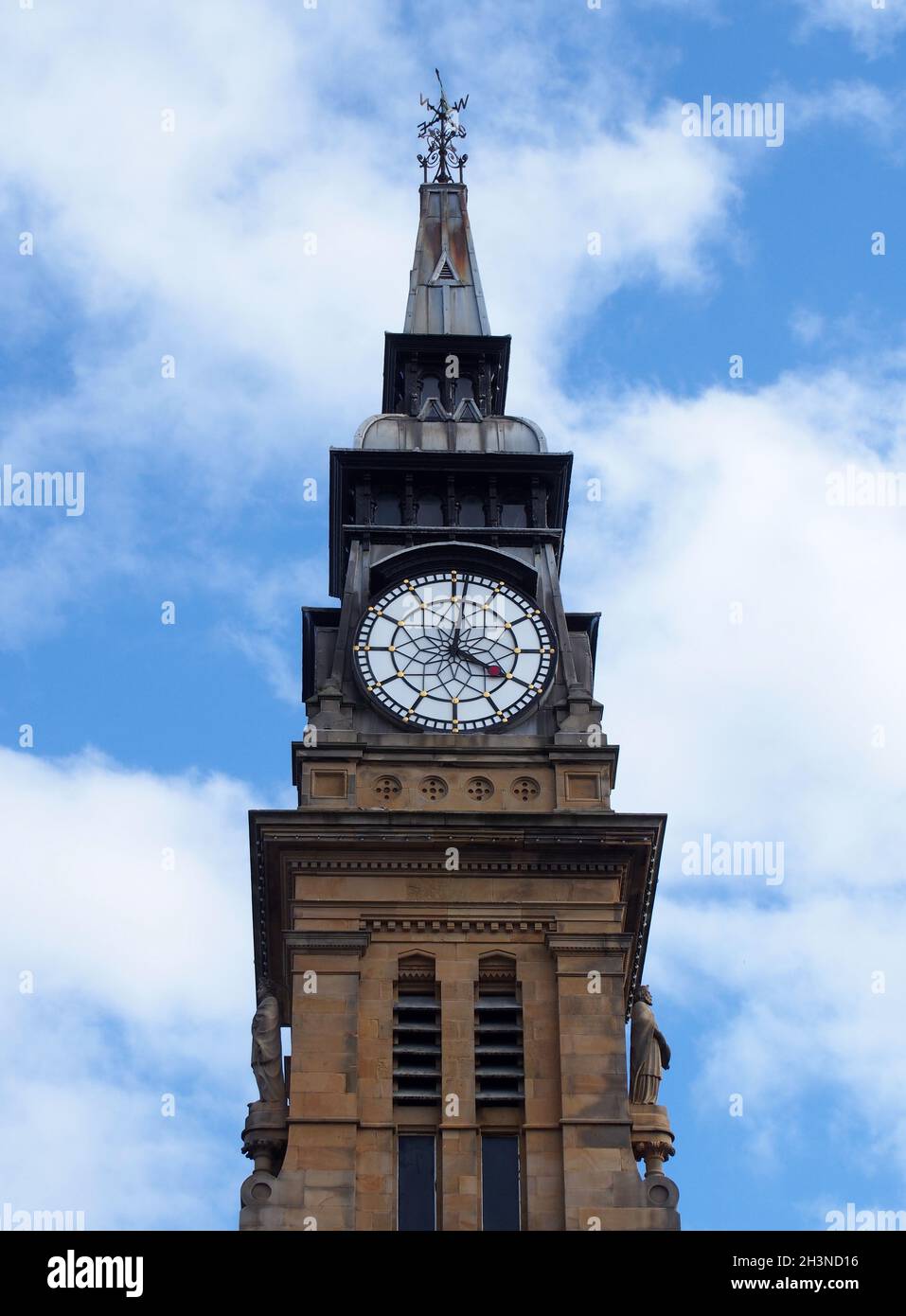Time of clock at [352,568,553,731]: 4:01
